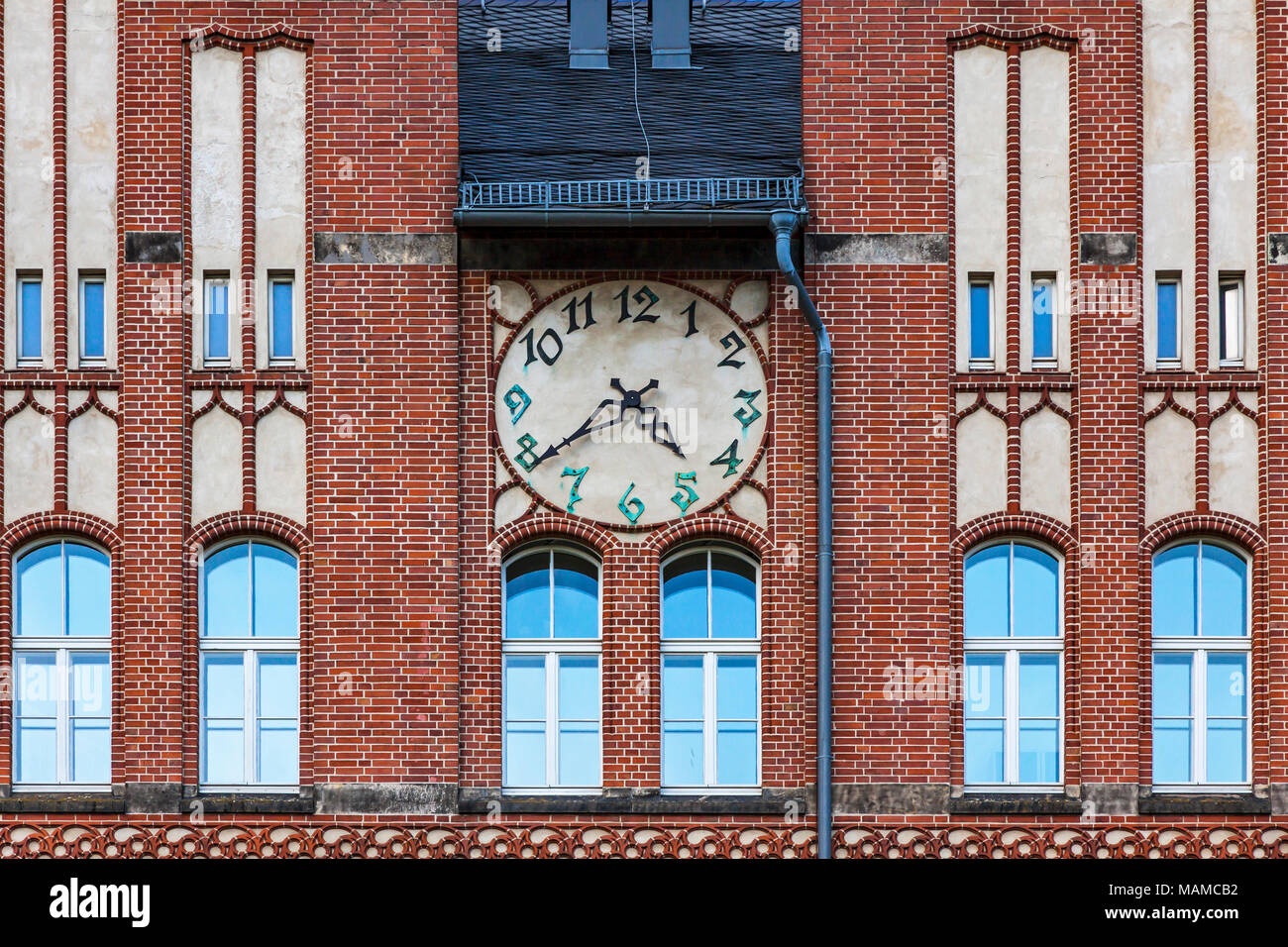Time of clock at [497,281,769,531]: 4:38
